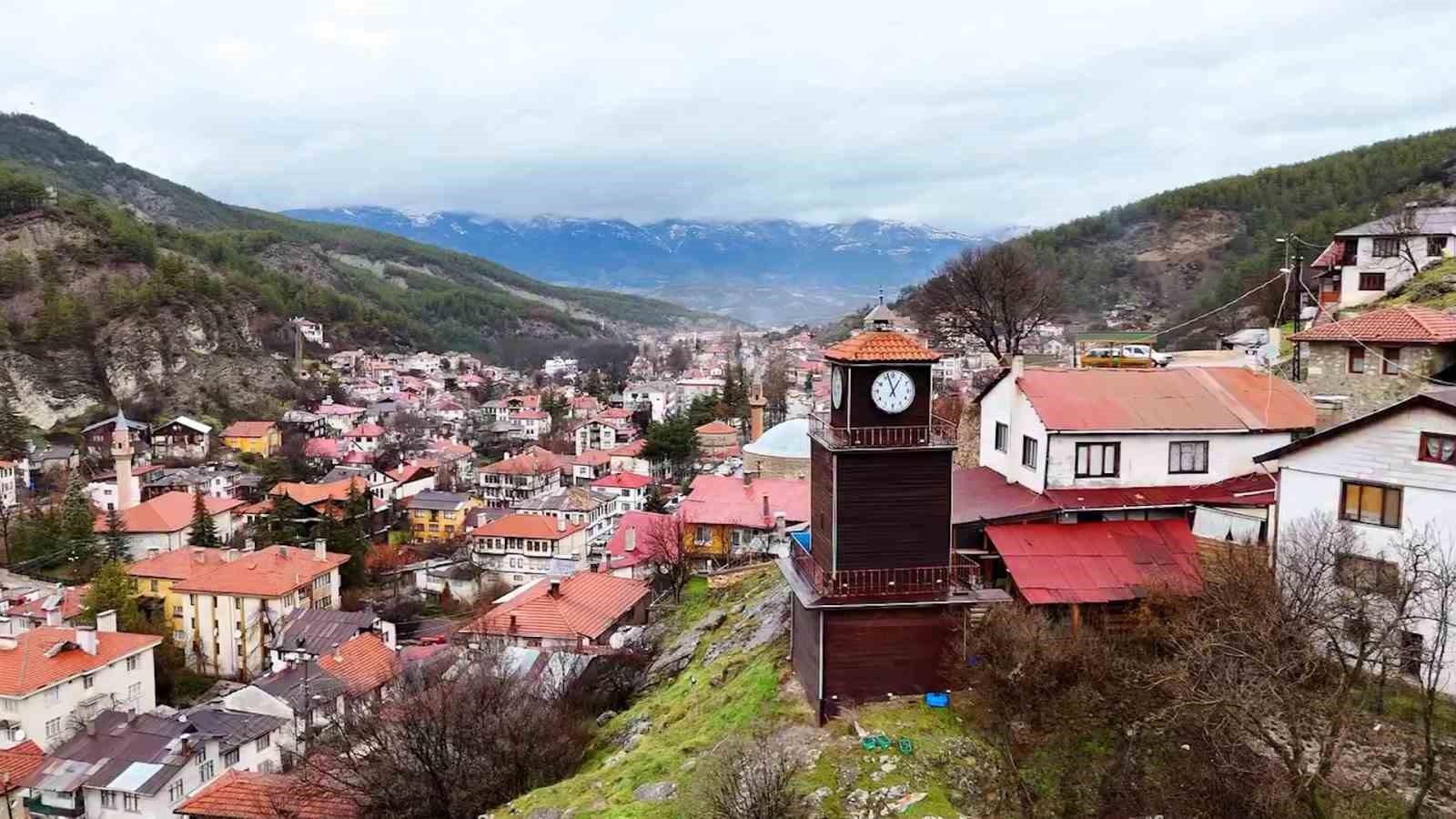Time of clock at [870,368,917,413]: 12:57
